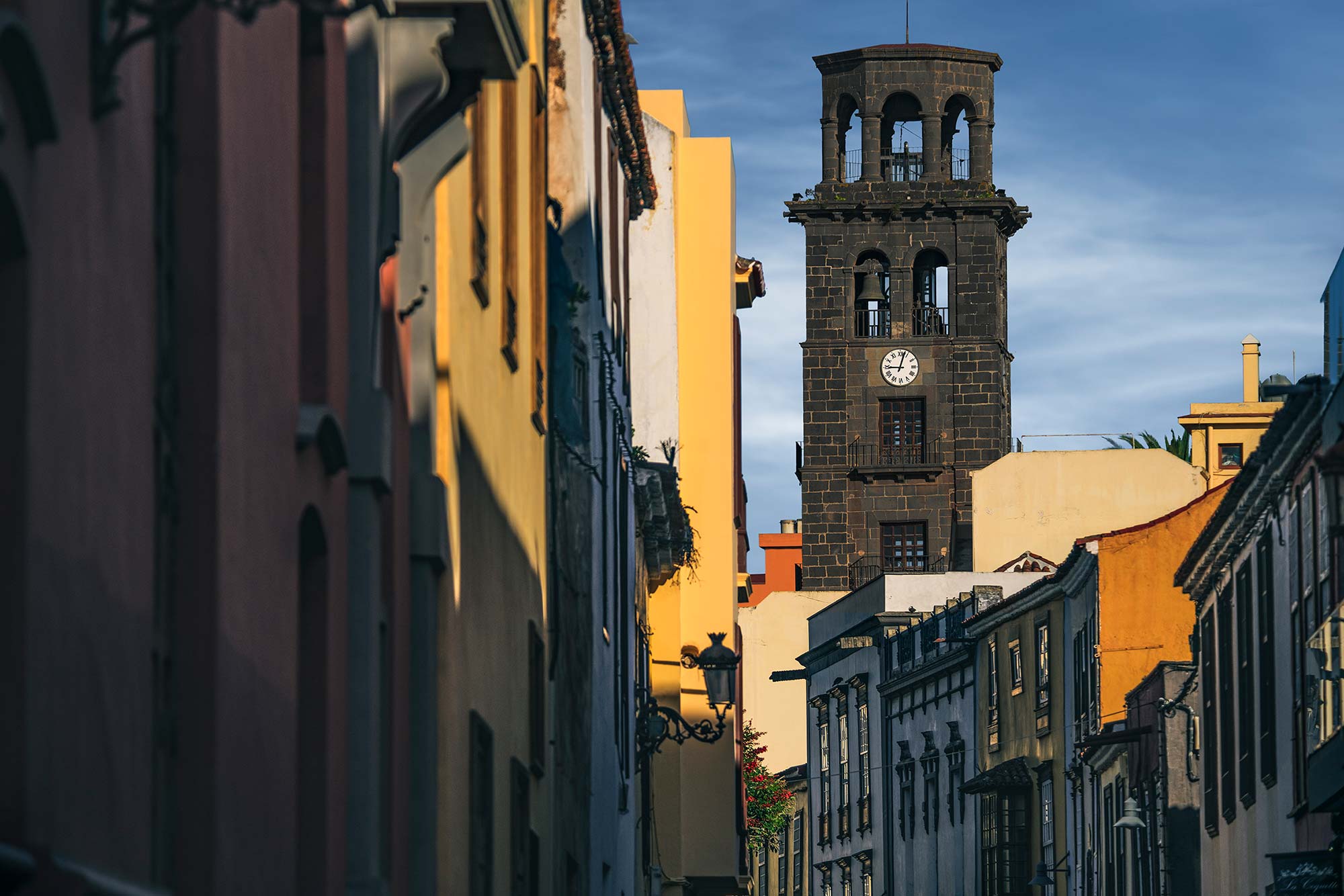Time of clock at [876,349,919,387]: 9:02
